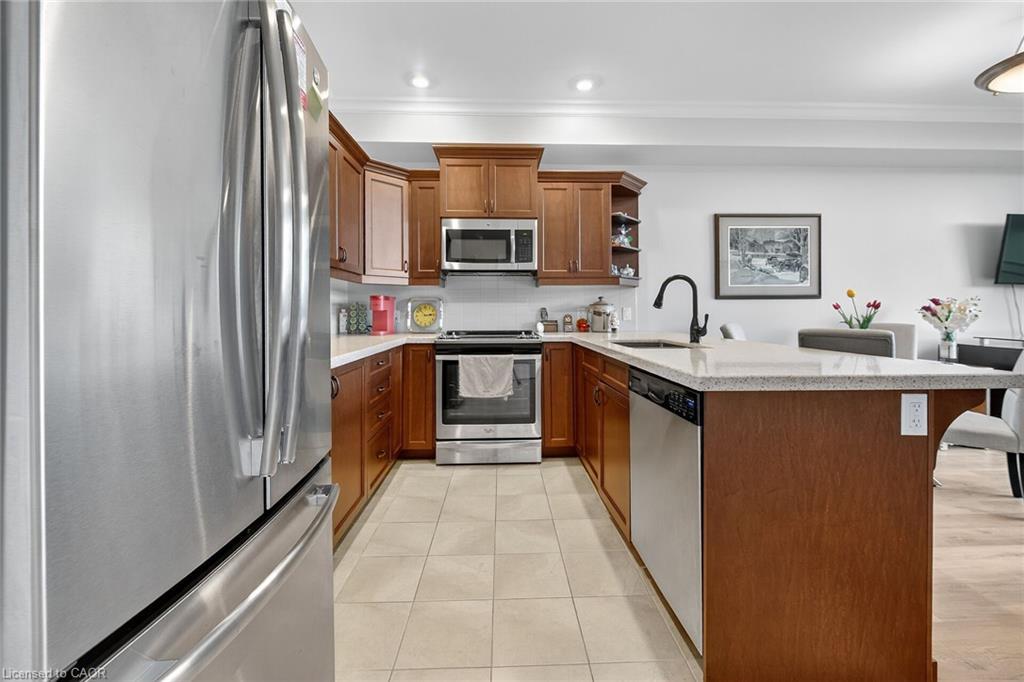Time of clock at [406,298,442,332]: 2:52
